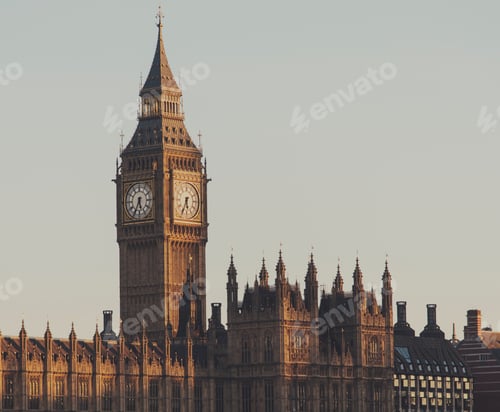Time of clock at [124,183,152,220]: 5:34
